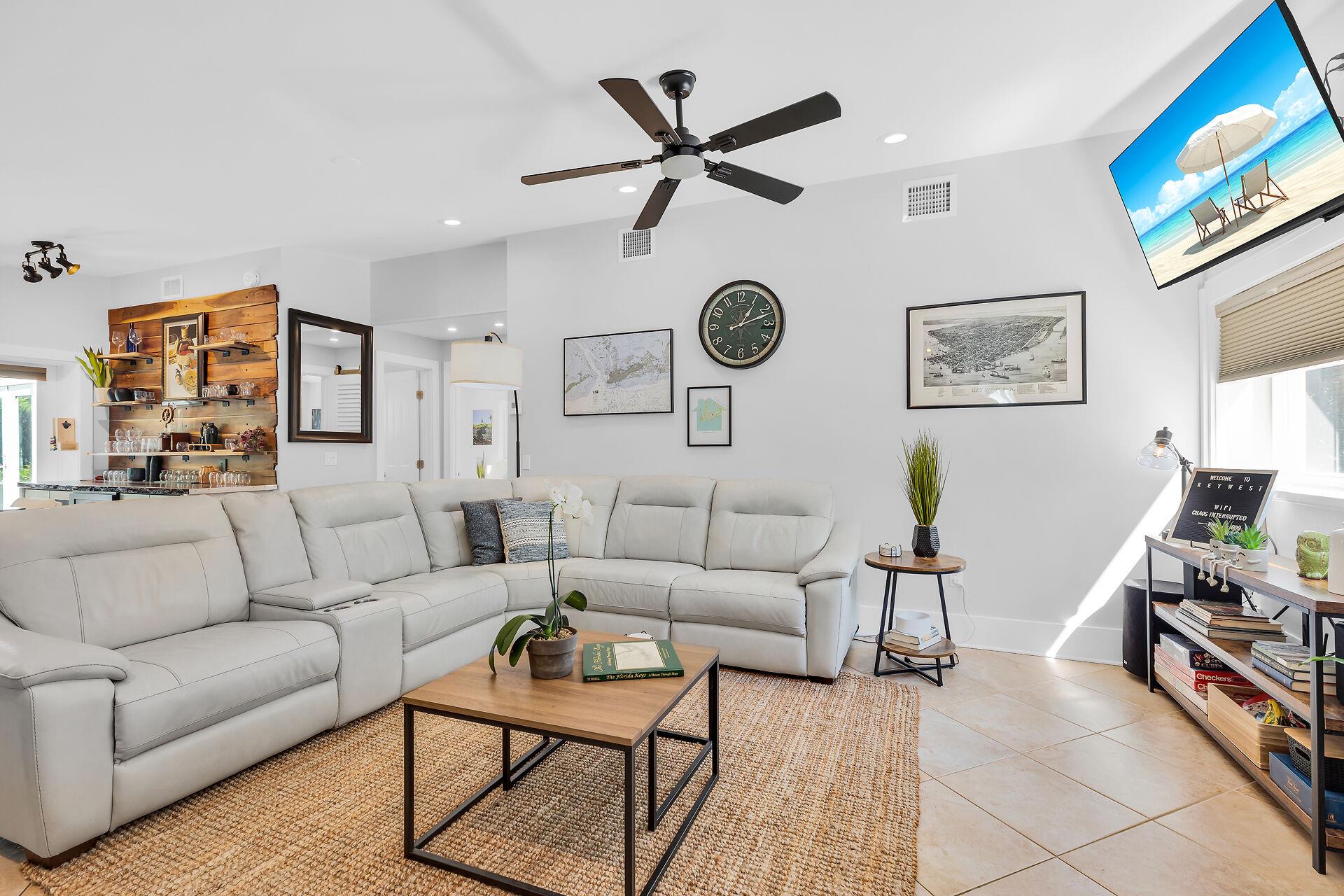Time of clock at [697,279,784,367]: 1:11
